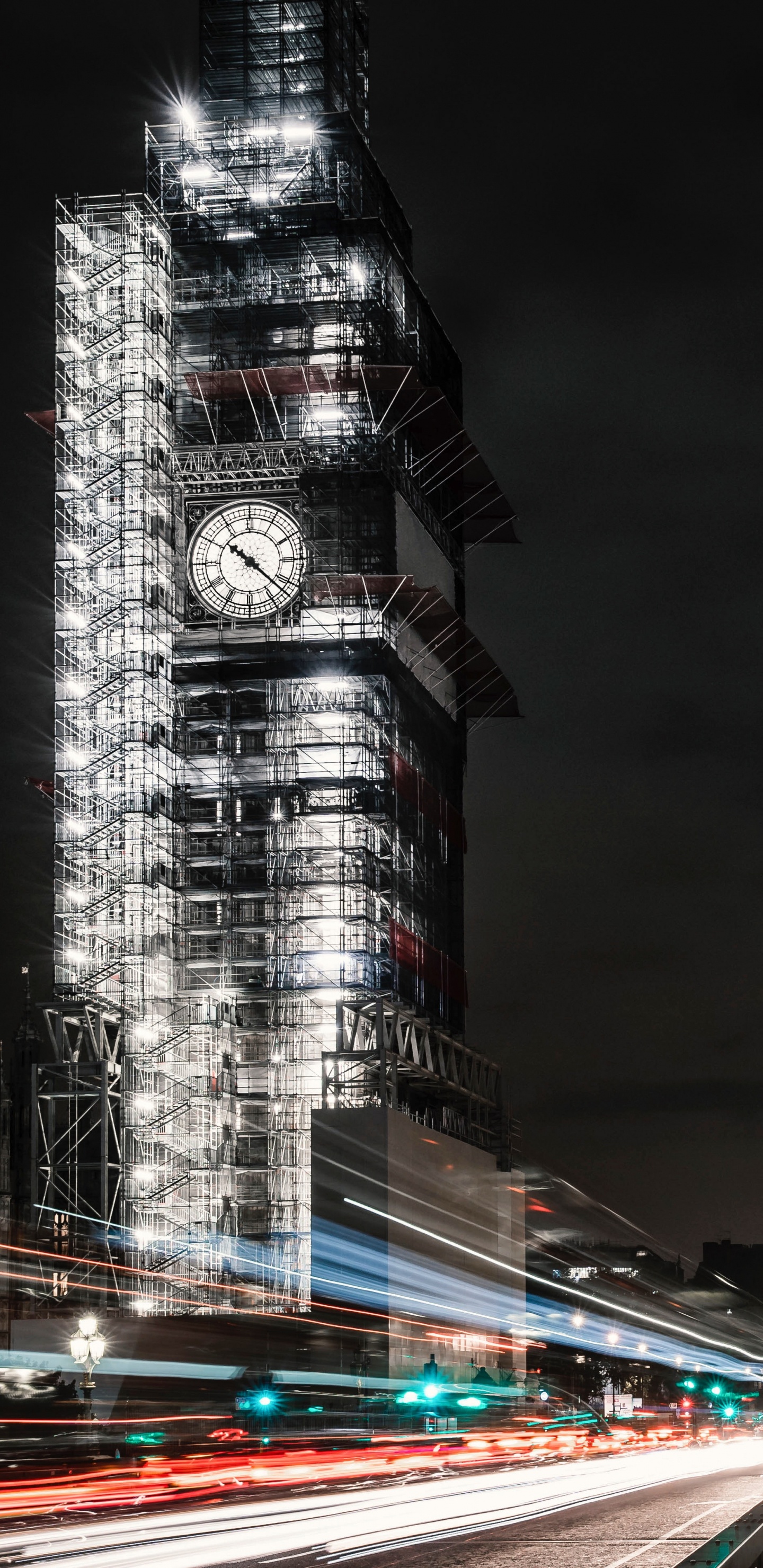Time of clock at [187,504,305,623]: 10:21
